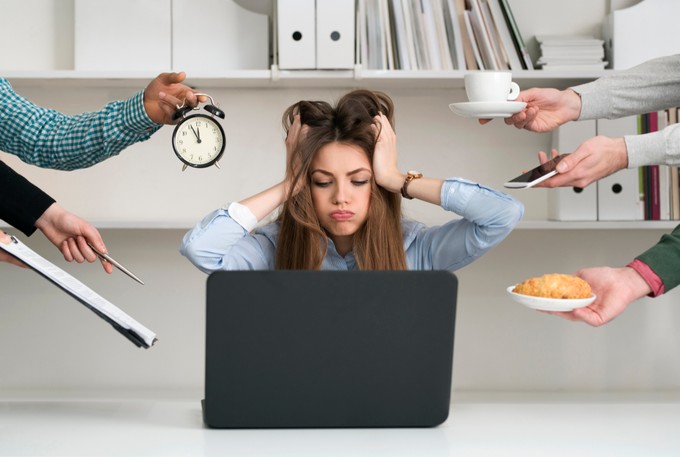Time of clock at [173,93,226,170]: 11:55
